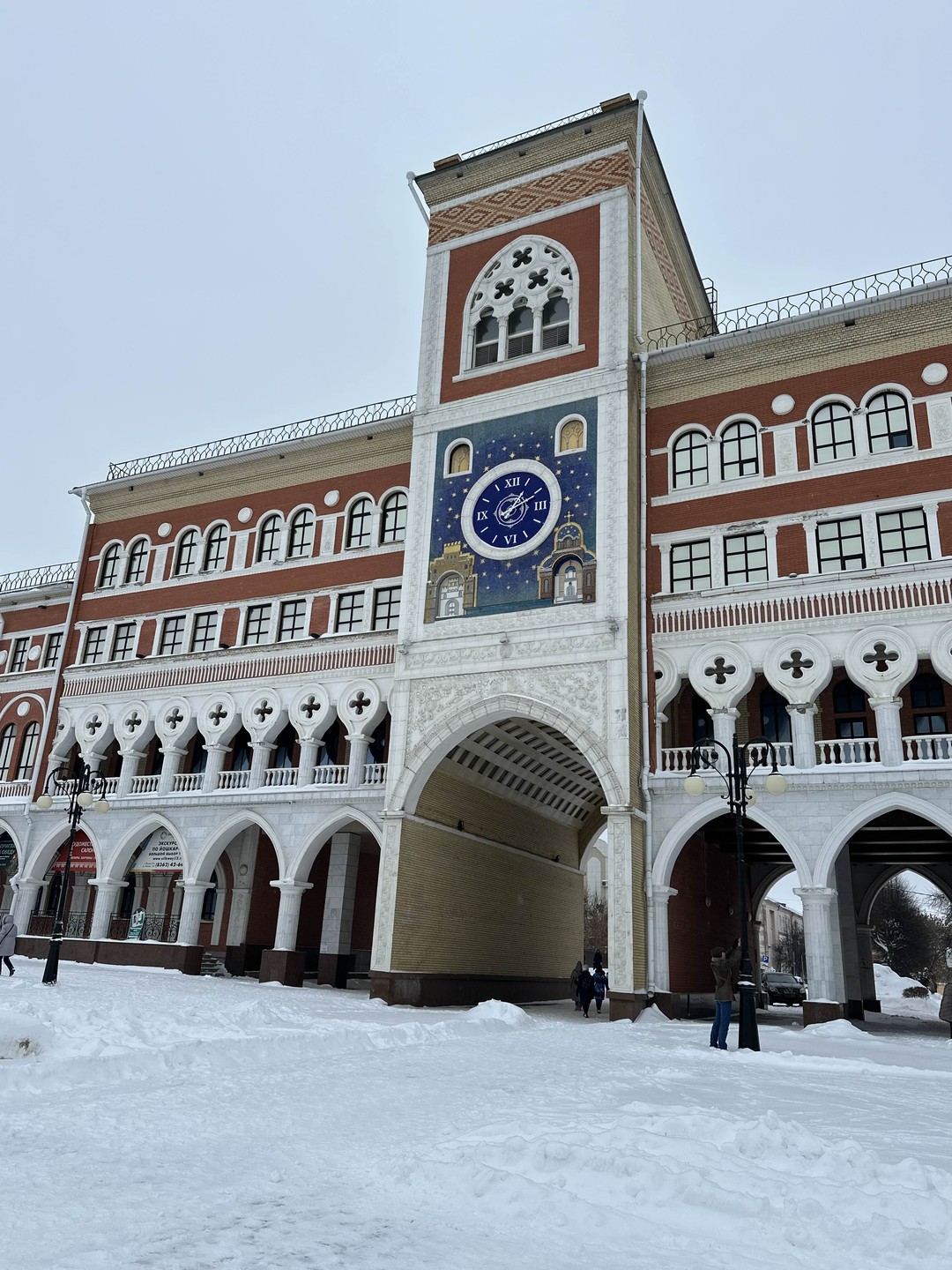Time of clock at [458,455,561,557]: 1:10
